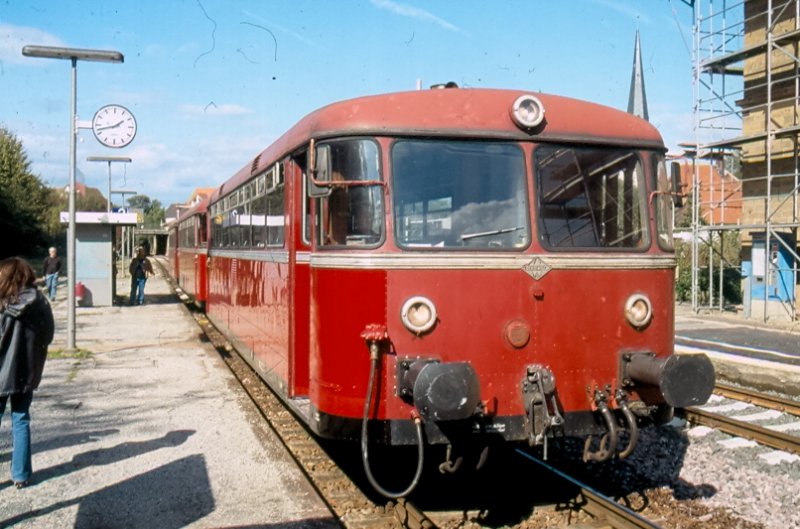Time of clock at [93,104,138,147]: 1:42
